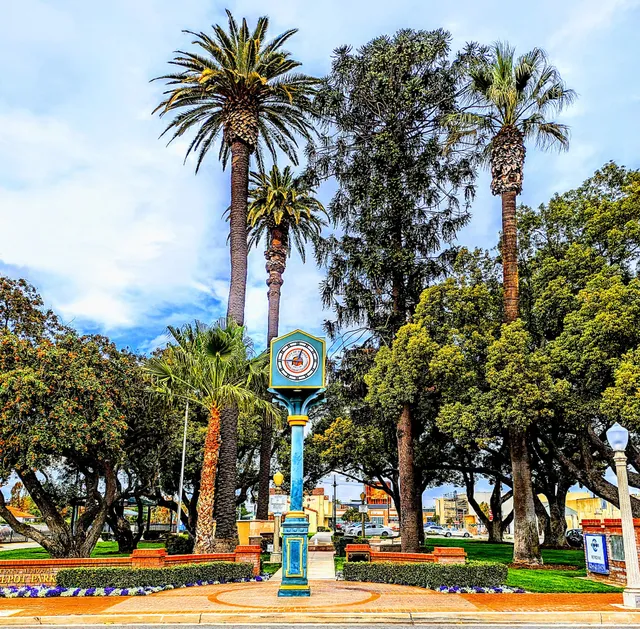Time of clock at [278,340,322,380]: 9:03
